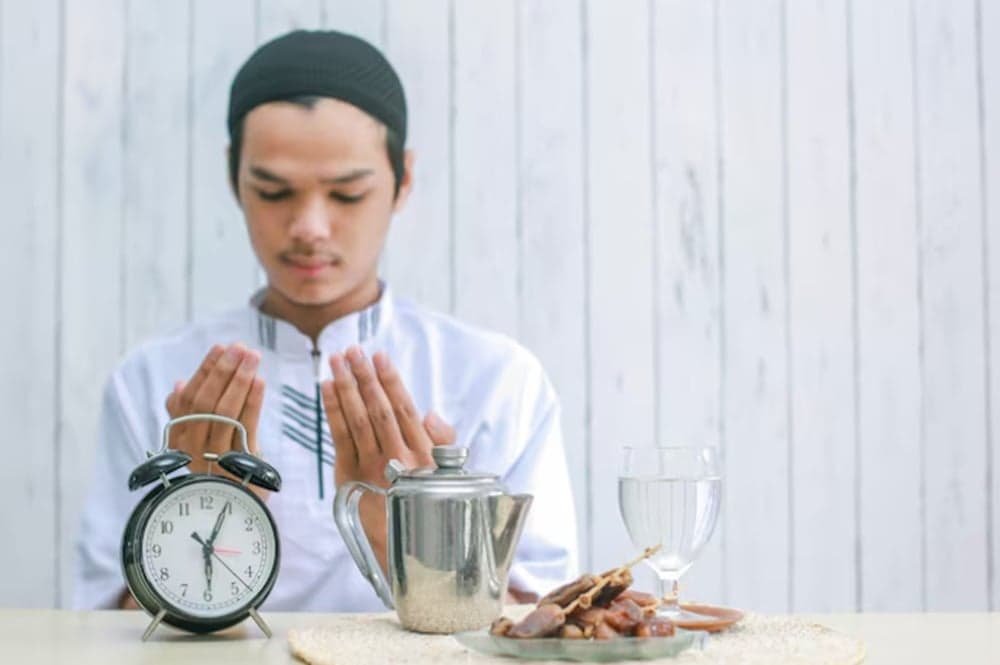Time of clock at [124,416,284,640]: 6:04
